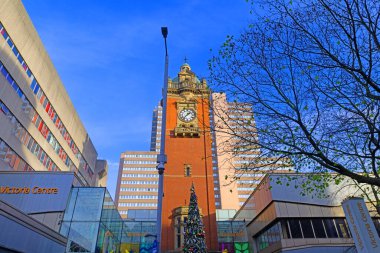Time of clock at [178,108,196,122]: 1:37
